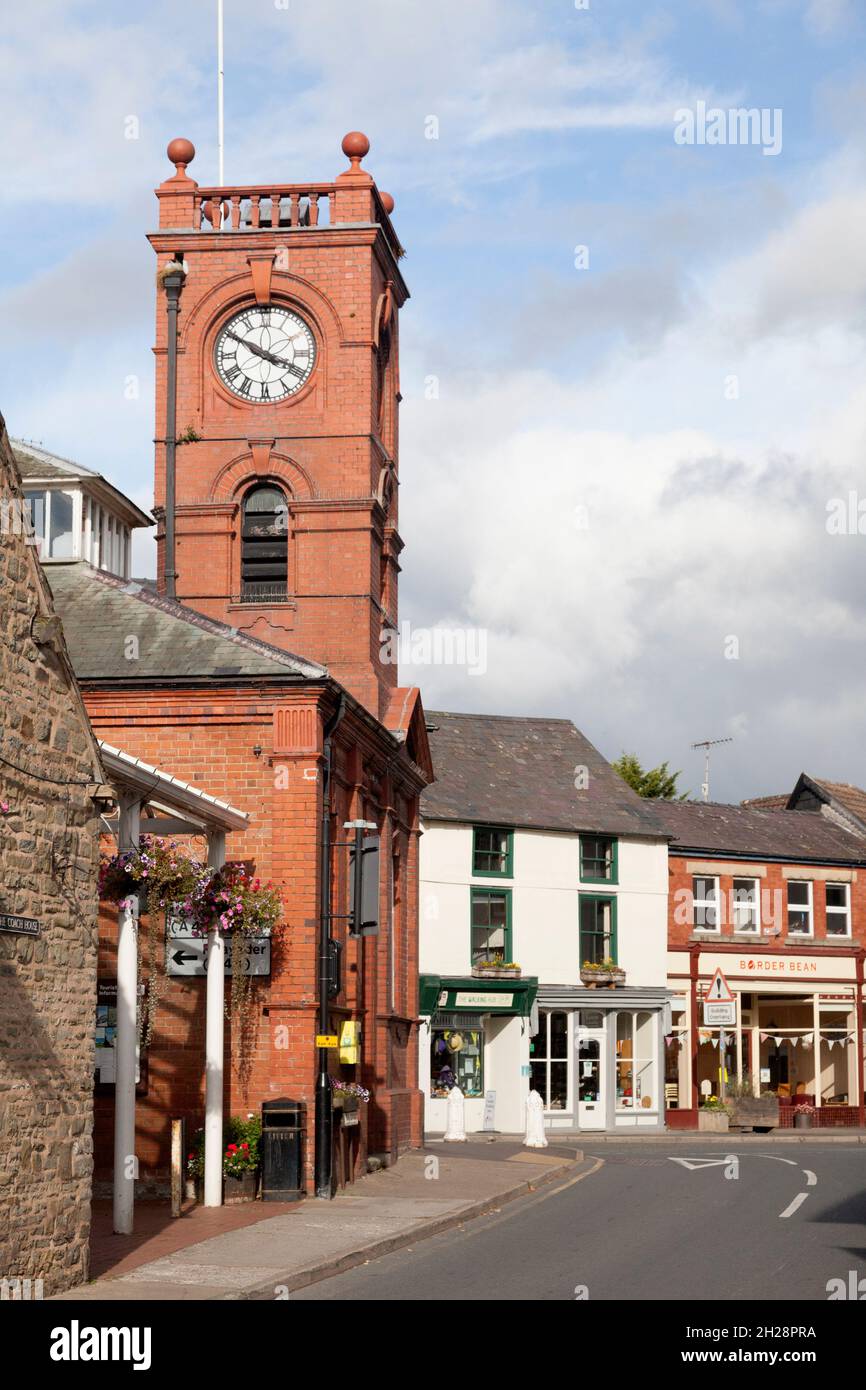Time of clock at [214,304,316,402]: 3:50
